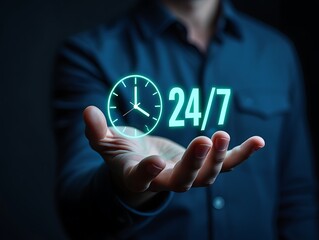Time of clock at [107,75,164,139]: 4:00
